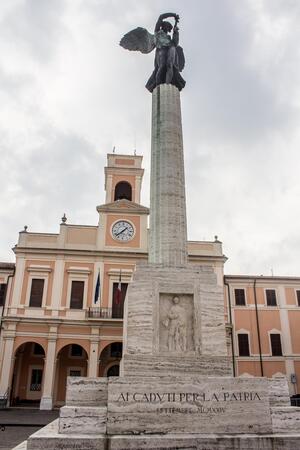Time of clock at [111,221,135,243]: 1:38
